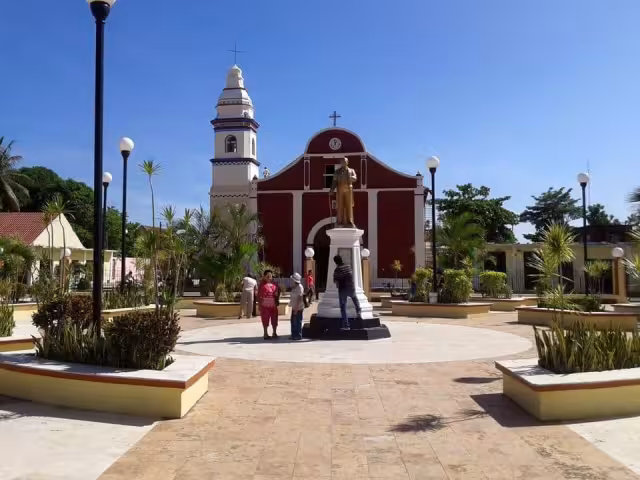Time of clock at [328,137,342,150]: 11:35
